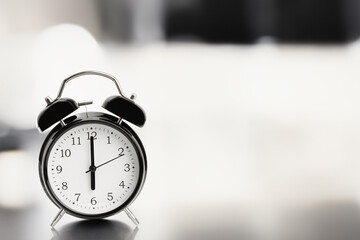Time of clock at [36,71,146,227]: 6:00
